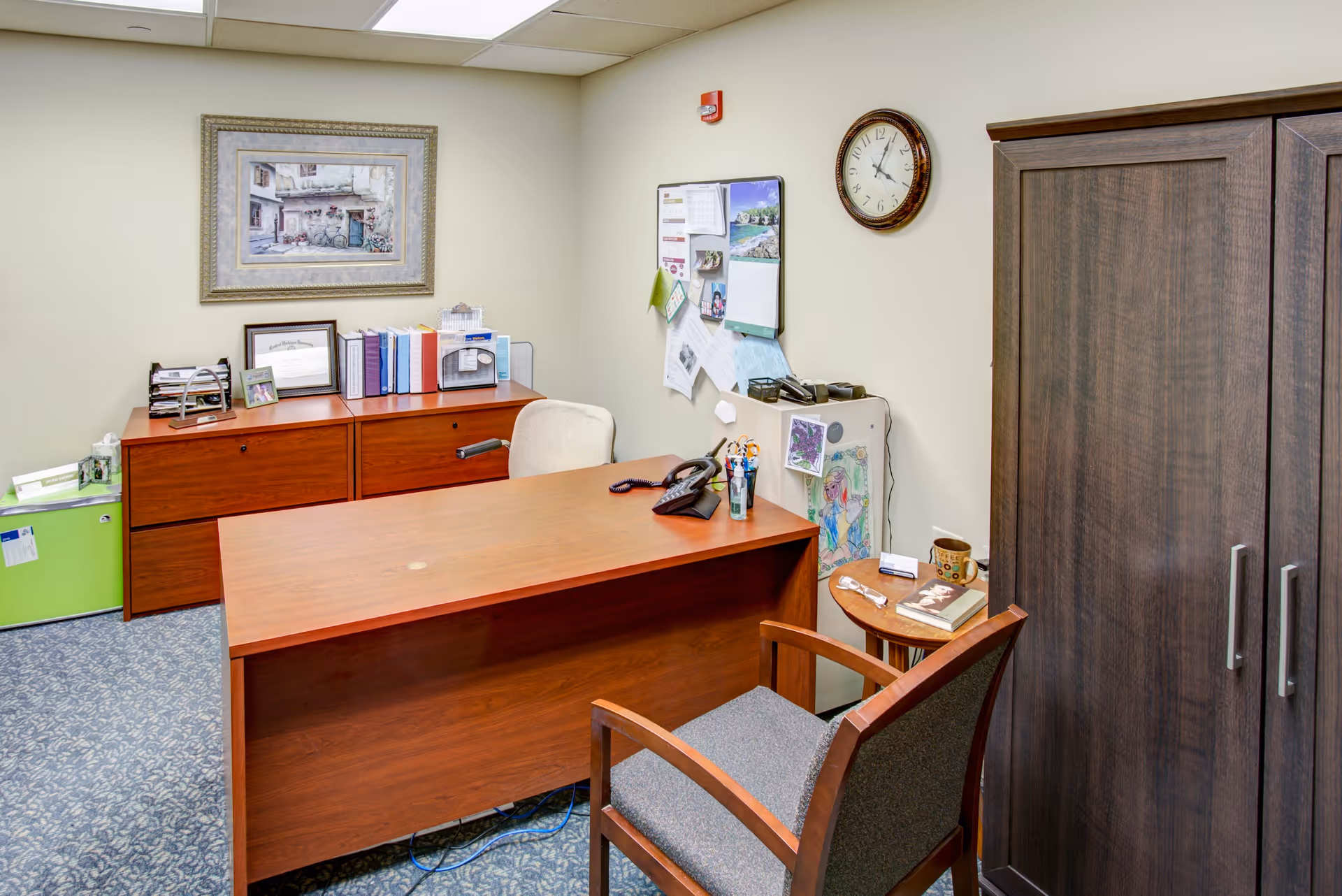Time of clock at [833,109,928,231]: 4:04
